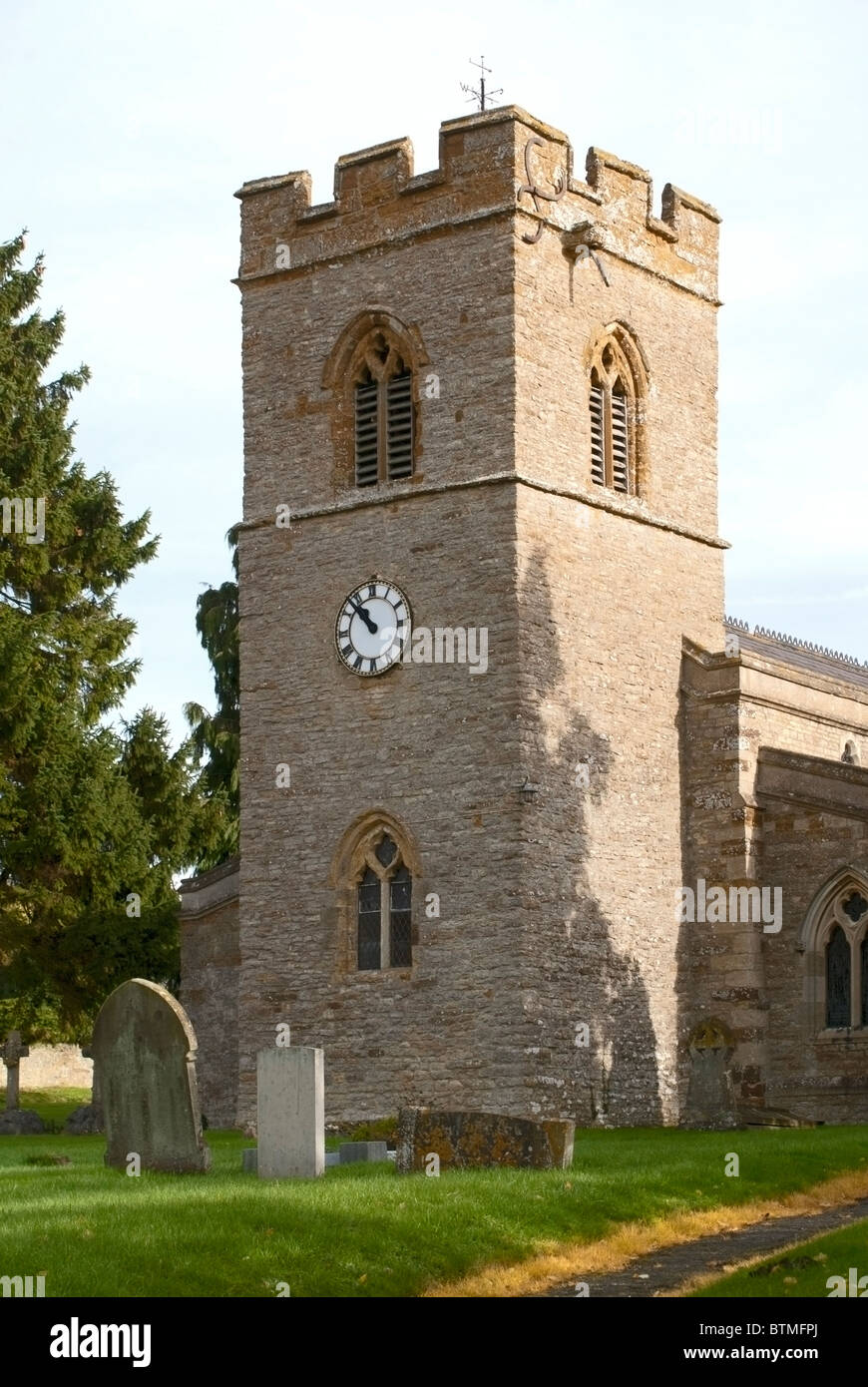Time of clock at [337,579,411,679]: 10:53
